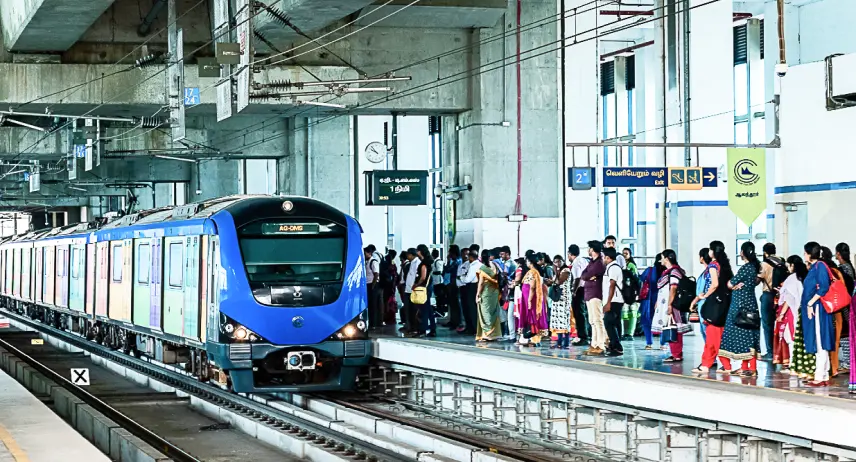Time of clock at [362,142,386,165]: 9:53
